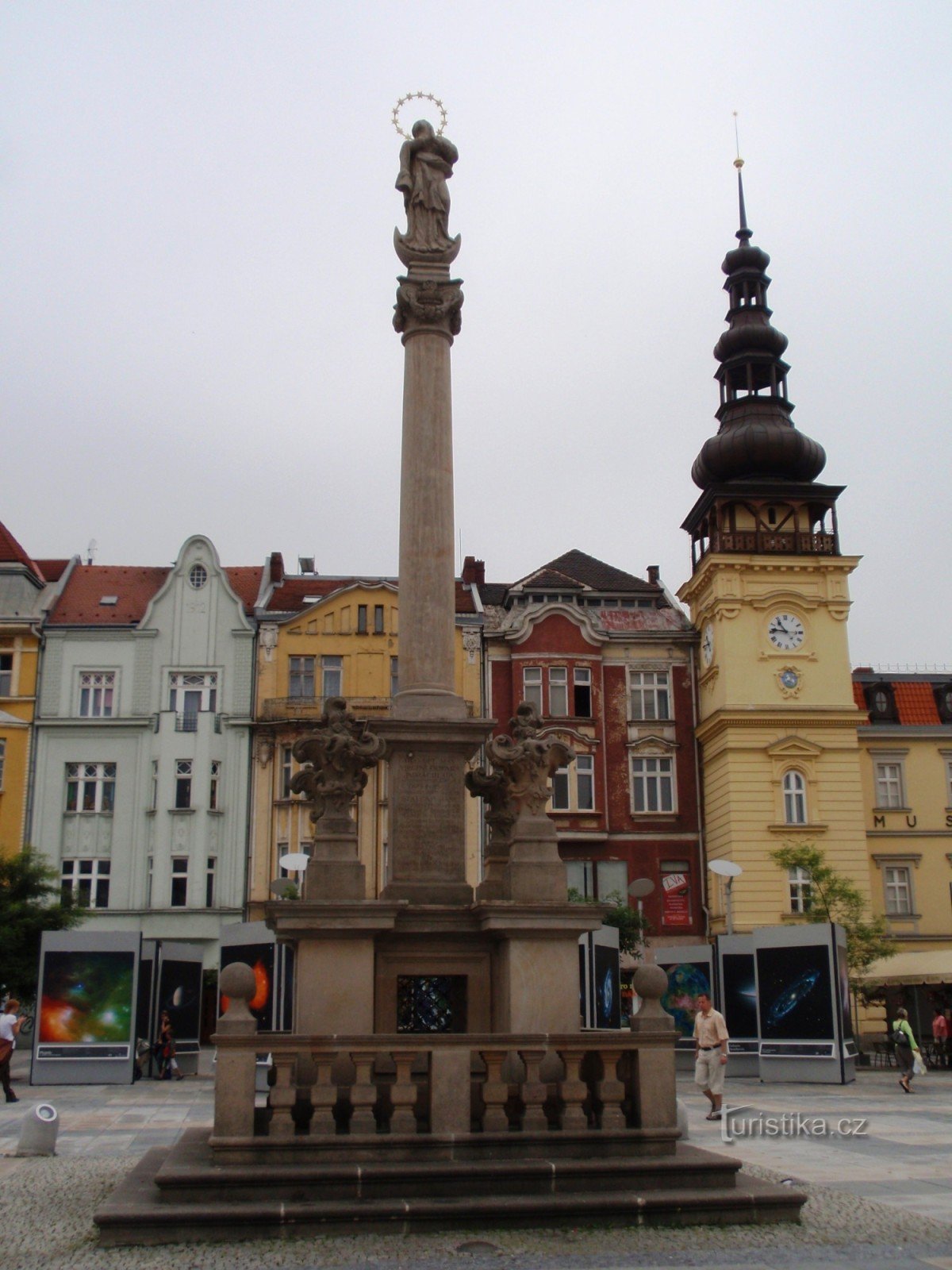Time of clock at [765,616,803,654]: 10:46
